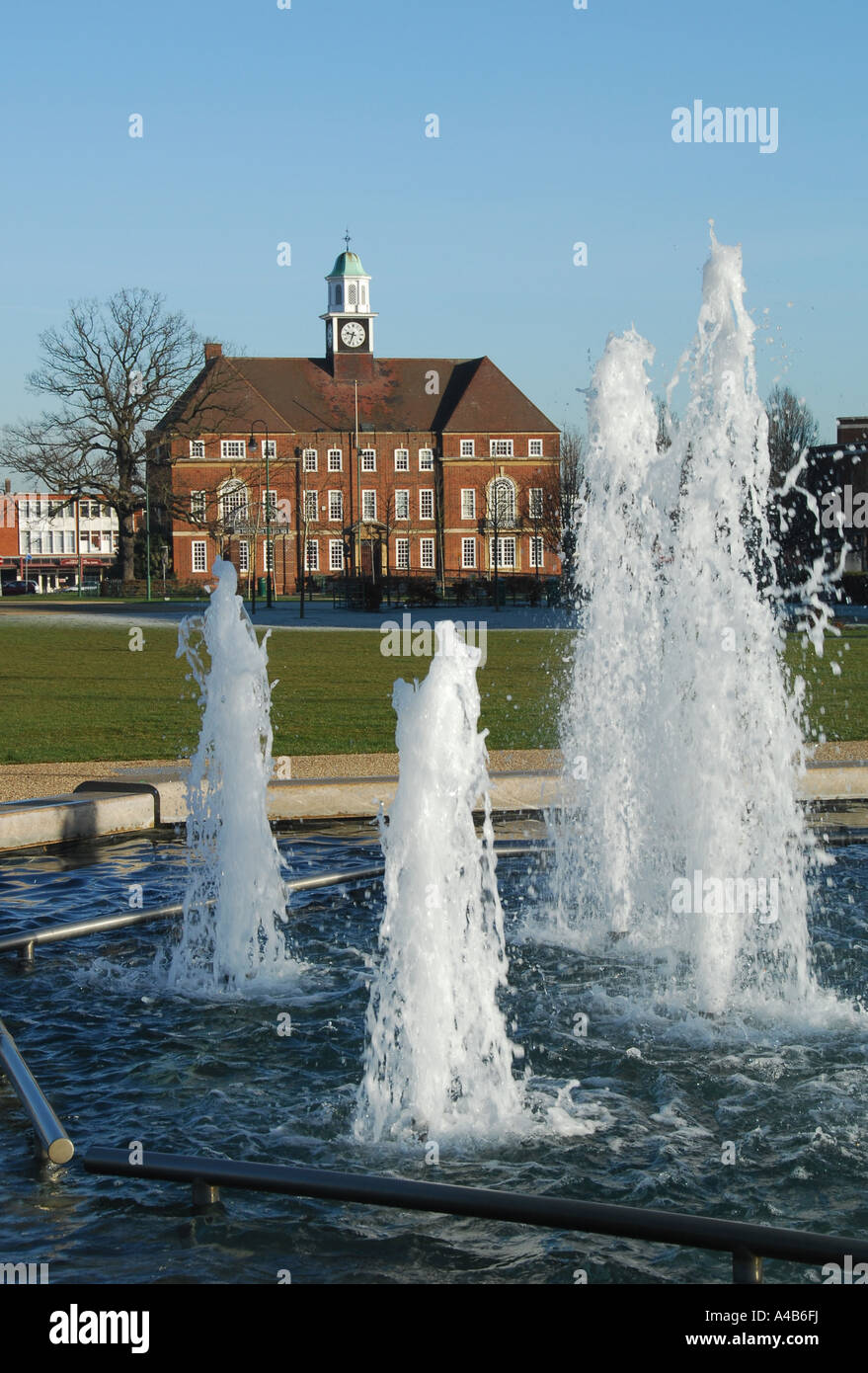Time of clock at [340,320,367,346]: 9:33
